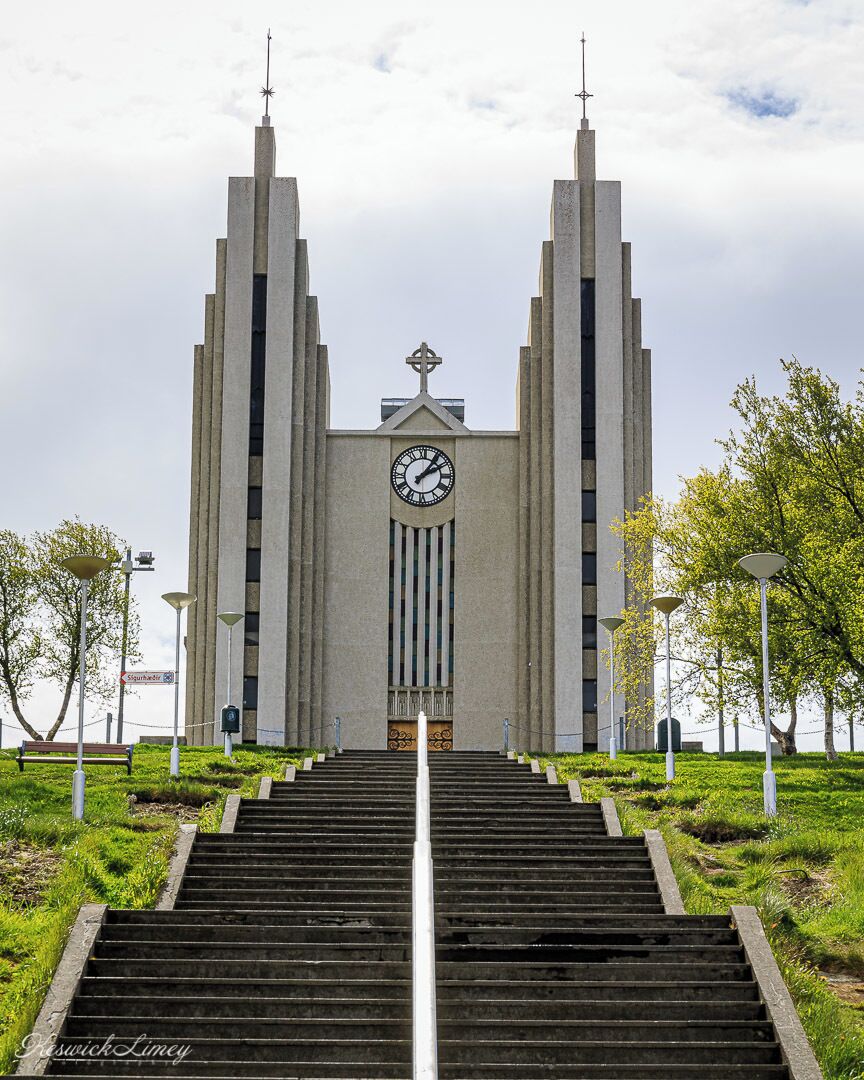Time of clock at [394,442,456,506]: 2:06
